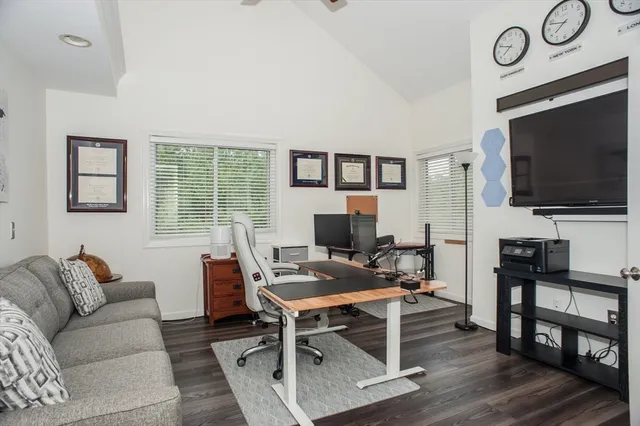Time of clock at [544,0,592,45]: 7:48
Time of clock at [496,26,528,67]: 7:49
